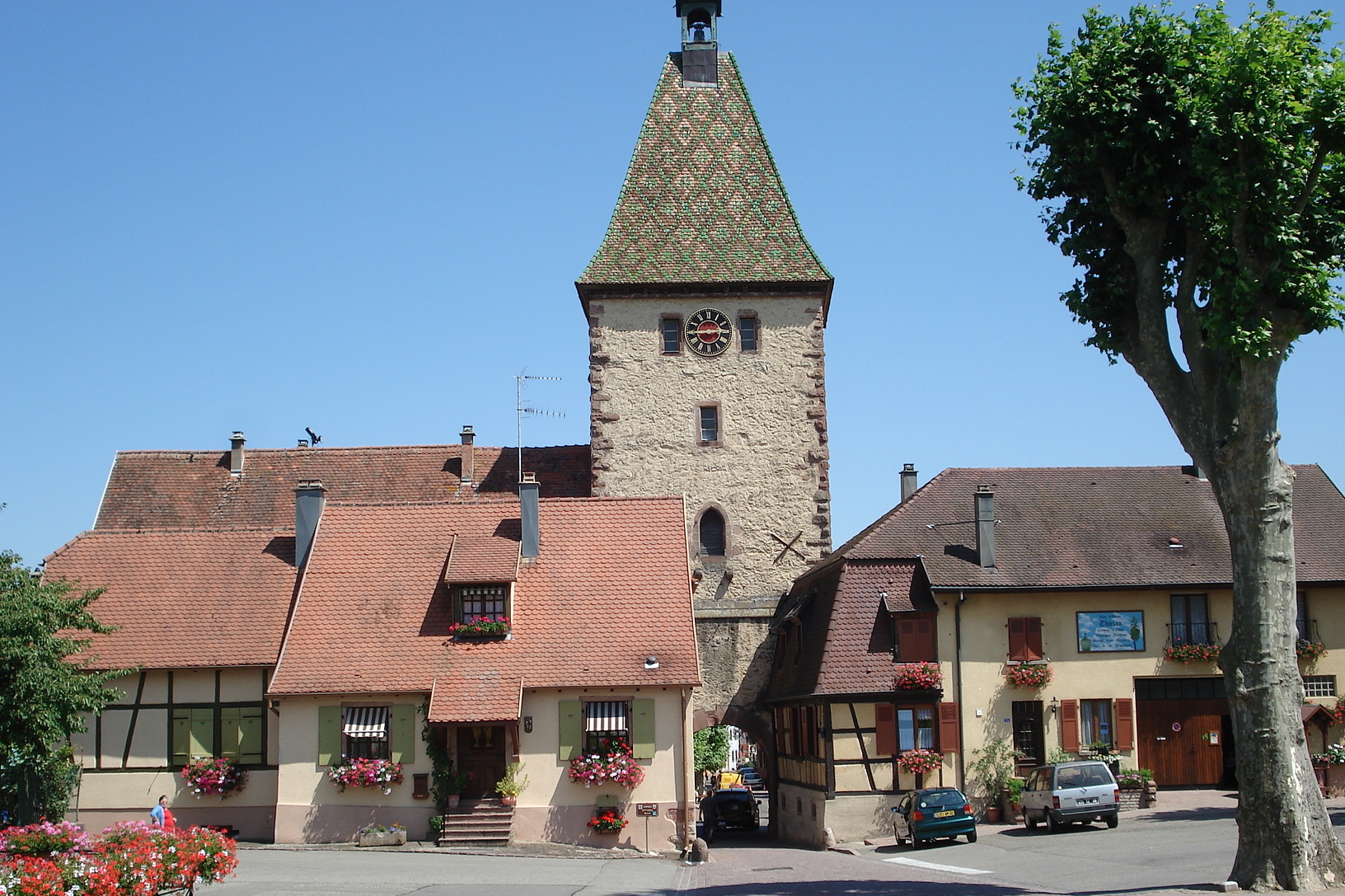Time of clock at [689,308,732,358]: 2:44
